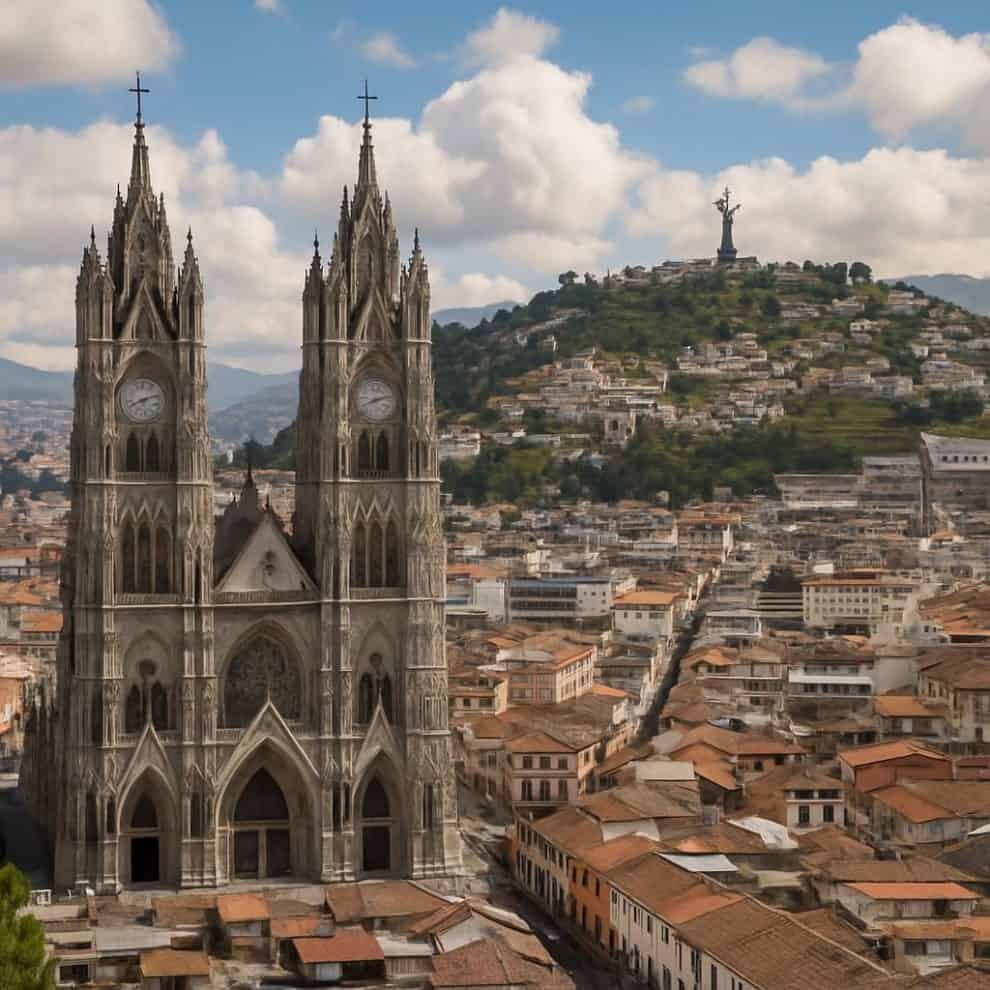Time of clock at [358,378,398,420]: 8:12
